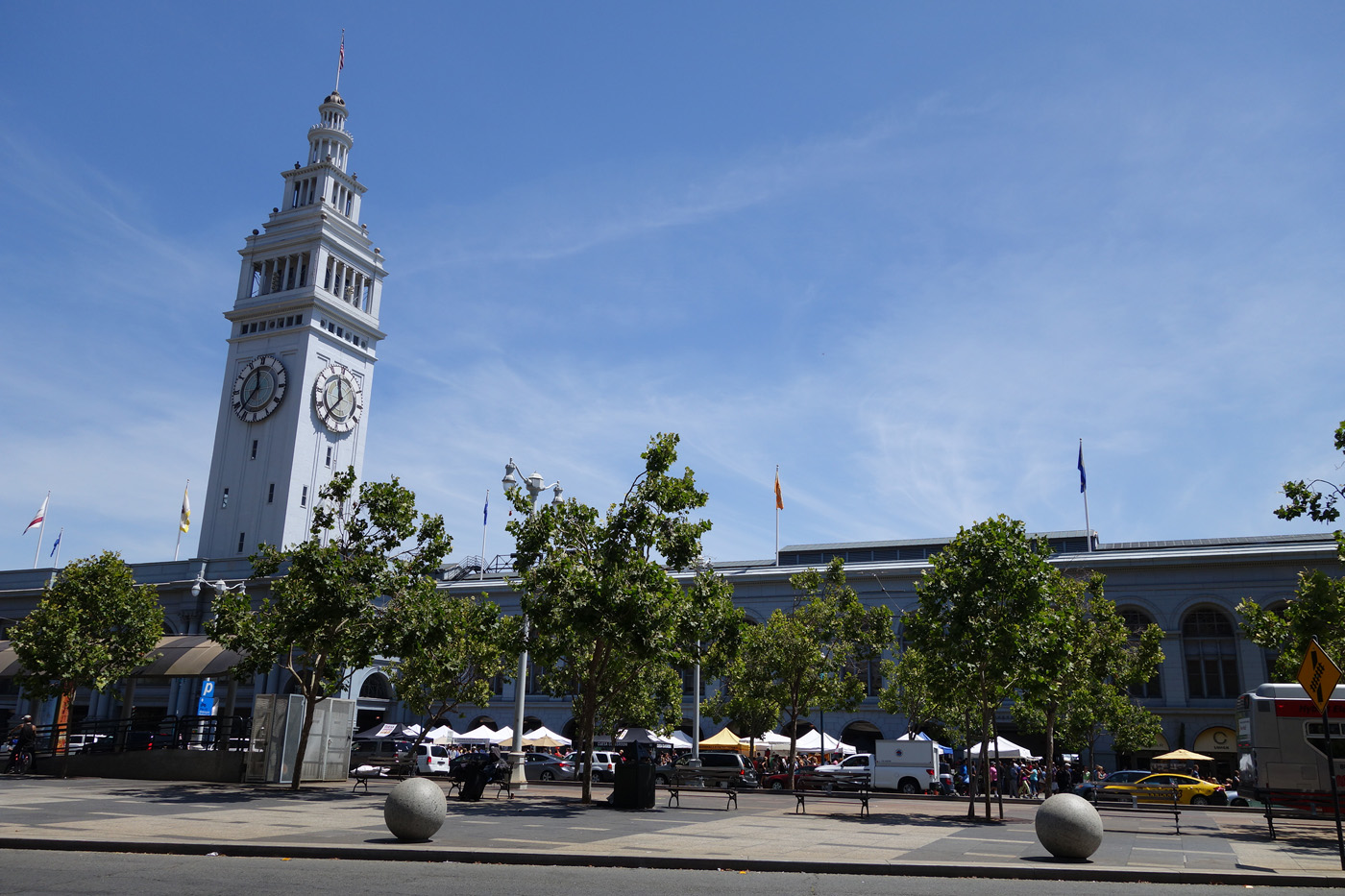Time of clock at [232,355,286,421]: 11:37
